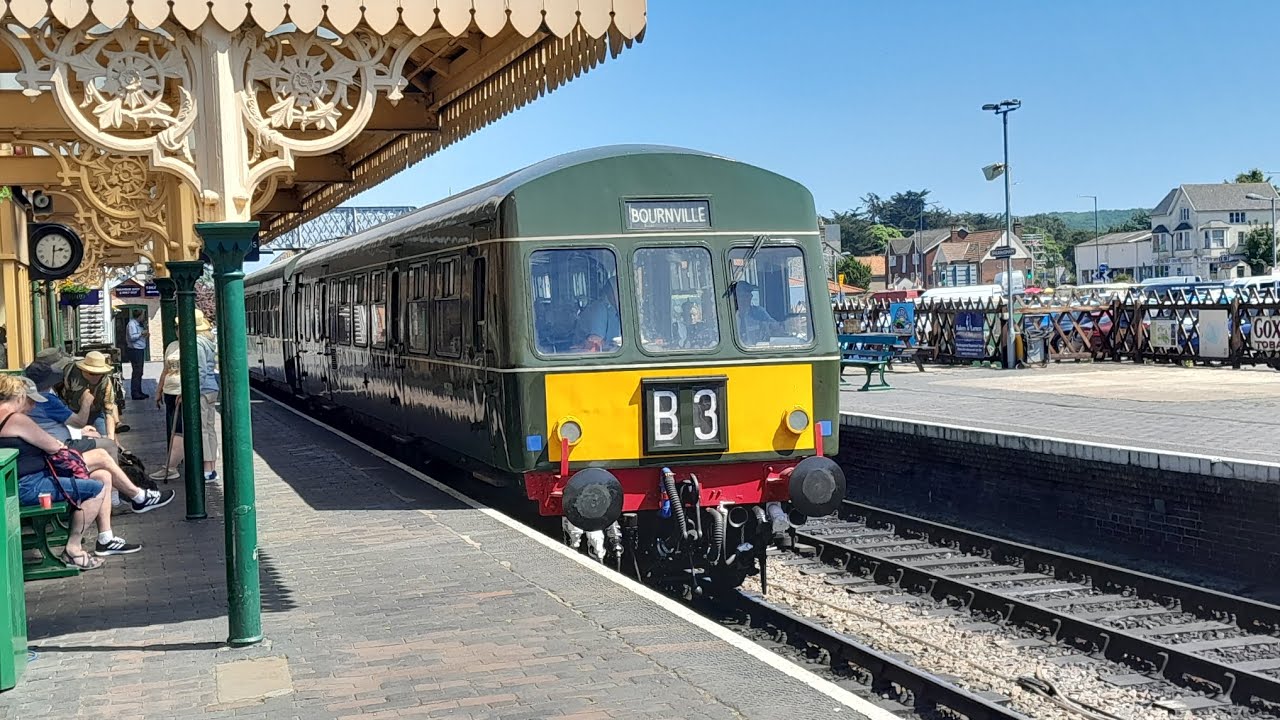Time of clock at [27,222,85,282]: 2:30
